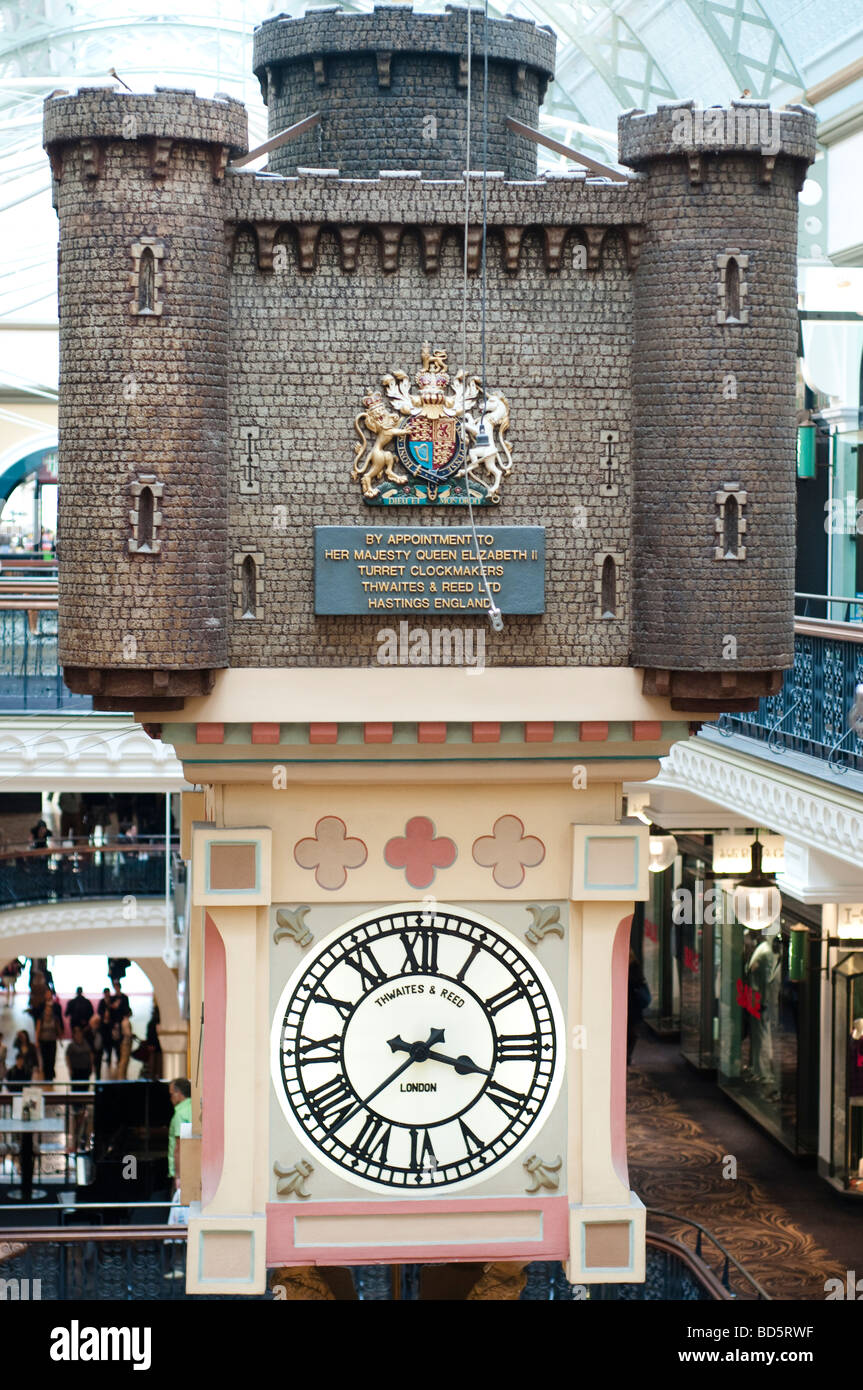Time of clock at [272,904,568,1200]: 3:37
